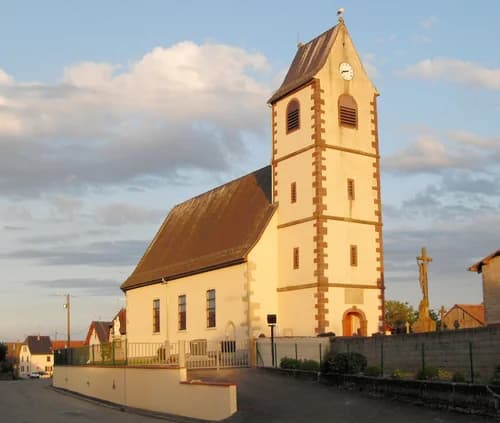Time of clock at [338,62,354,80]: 8:42
